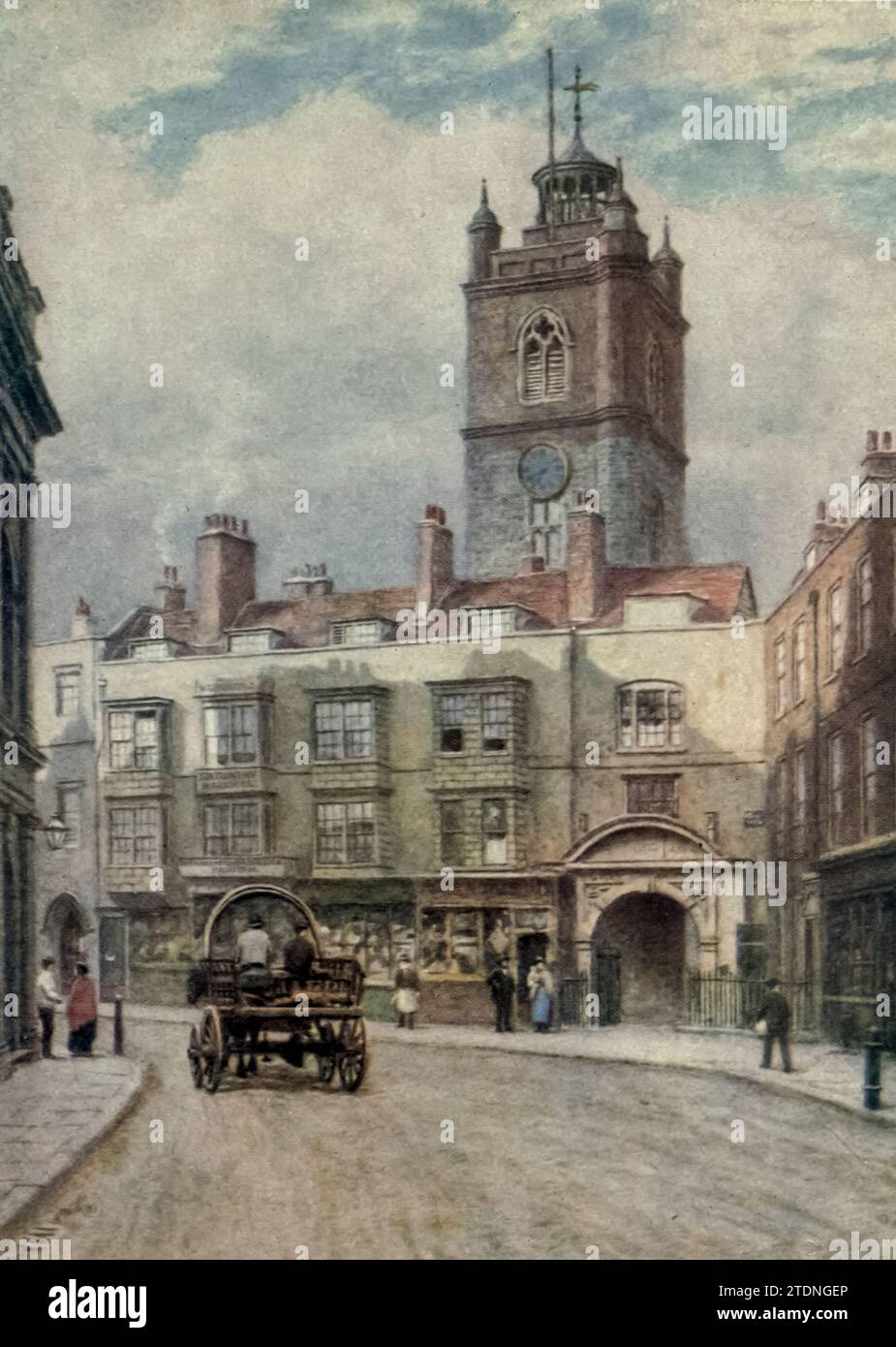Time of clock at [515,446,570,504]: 6:40
